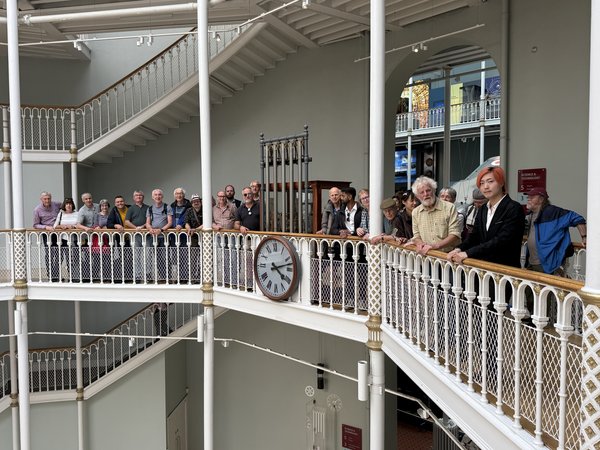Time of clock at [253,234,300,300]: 4:12
